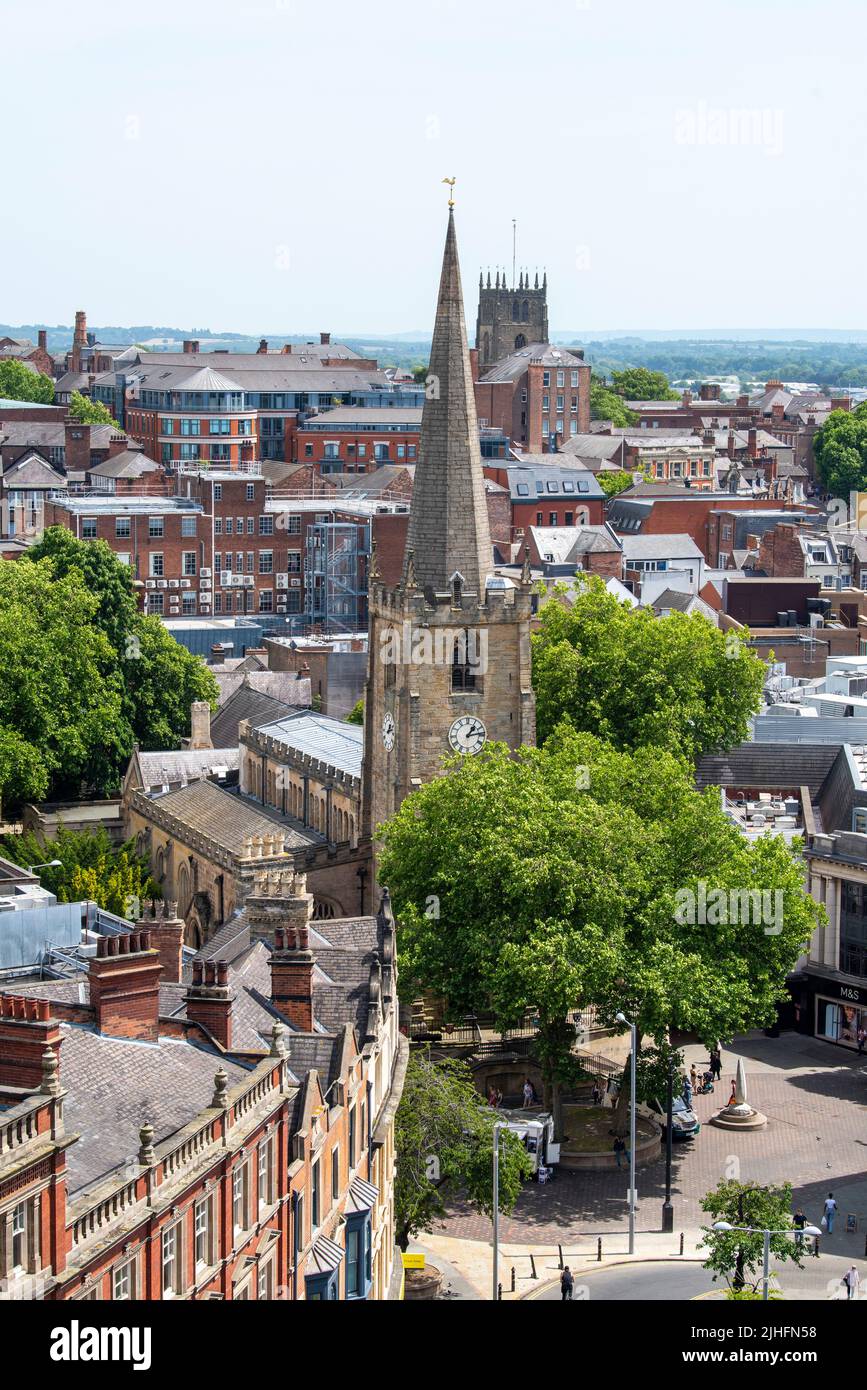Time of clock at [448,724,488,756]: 1:13
